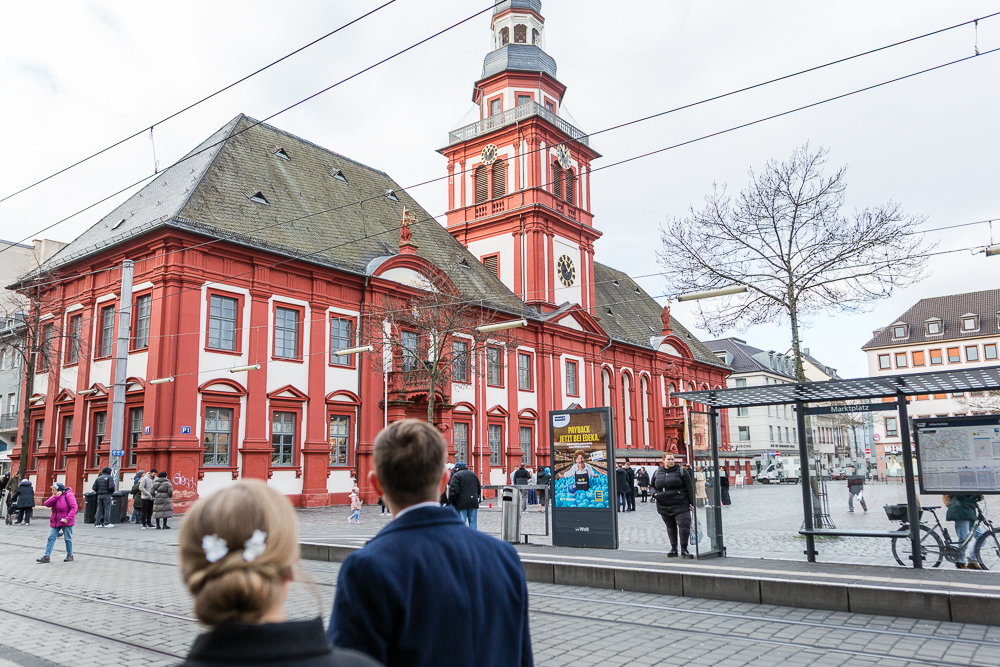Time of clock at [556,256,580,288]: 12:07
